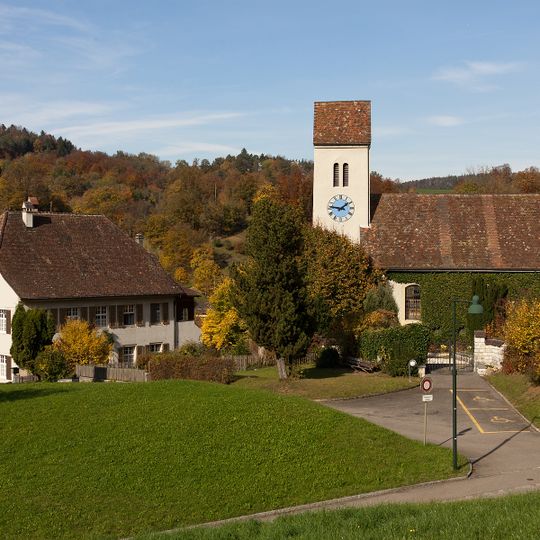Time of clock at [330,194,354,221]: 1:46
